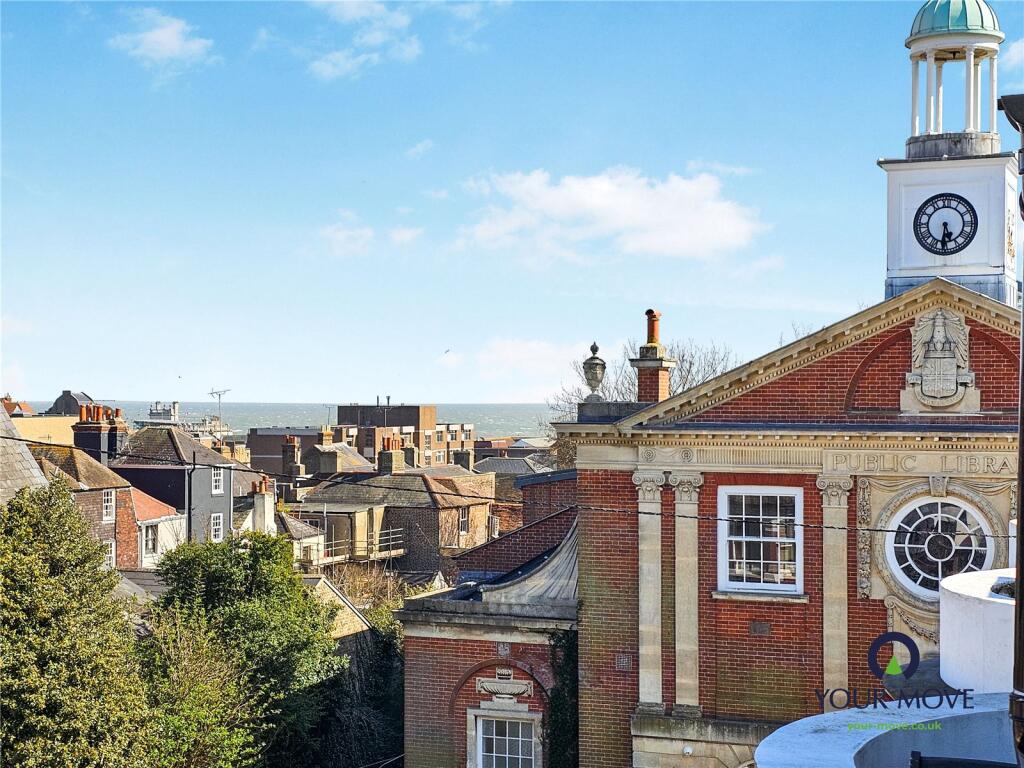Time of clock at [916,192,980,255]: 5:31
